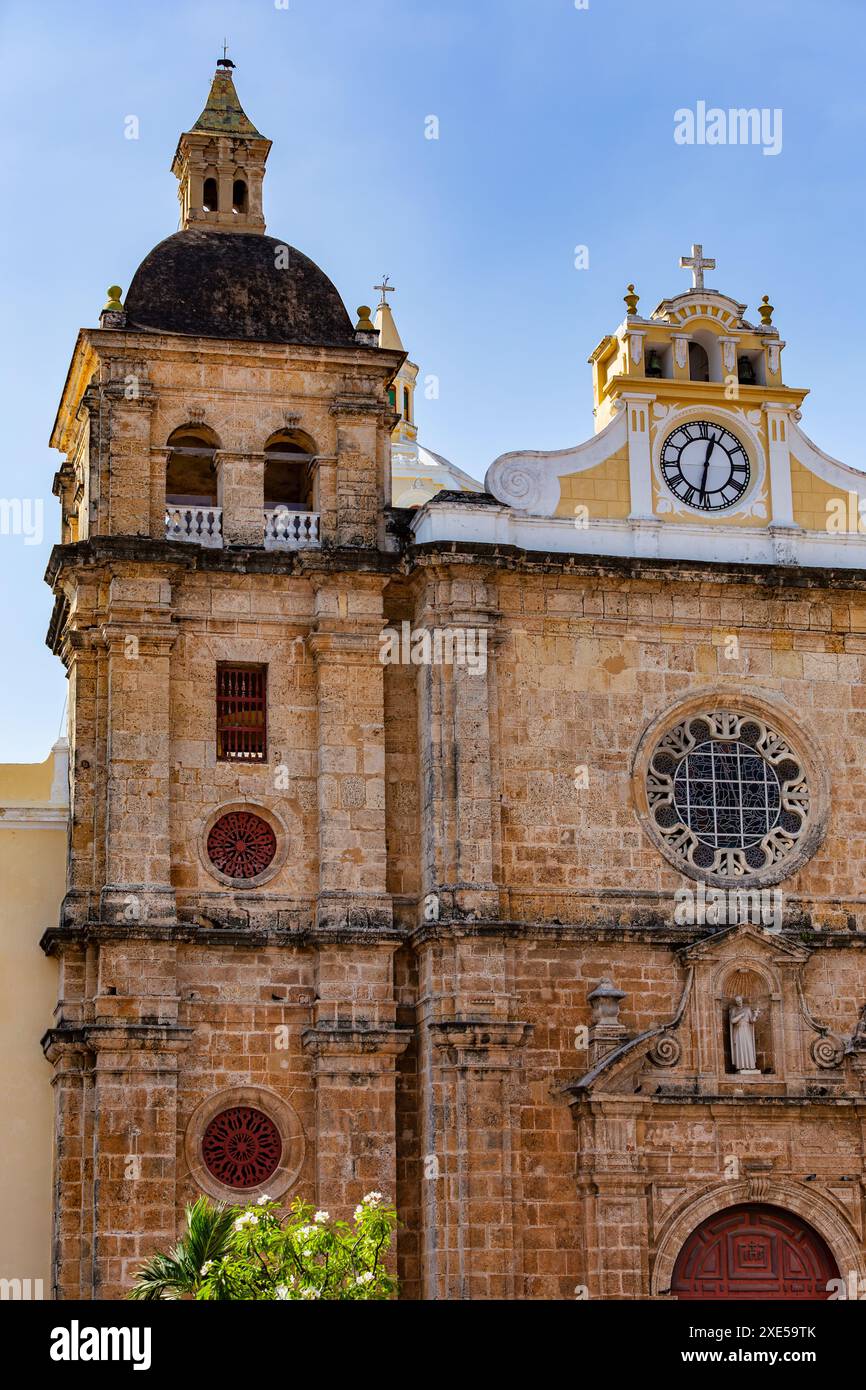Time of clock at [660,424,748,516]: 12:31
